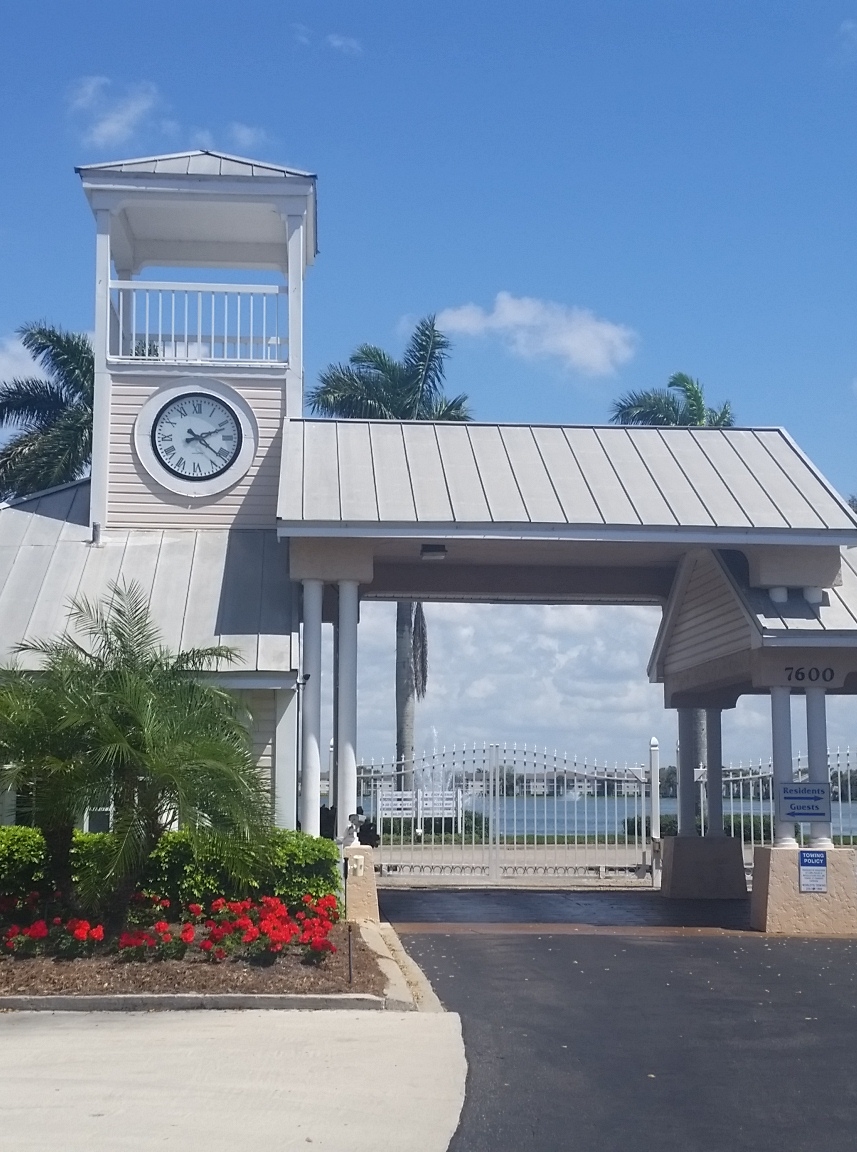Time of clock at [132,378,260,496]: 2:21
